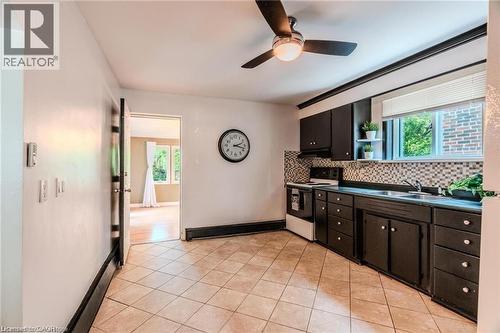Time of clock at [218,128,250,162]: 2:18
